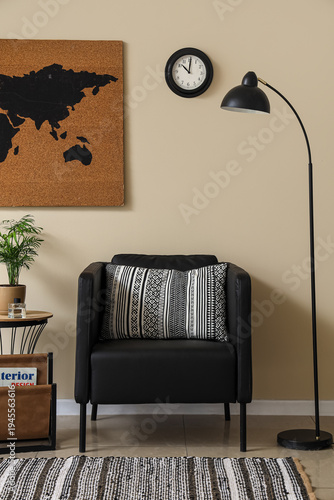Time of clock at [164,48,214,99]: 10:00
